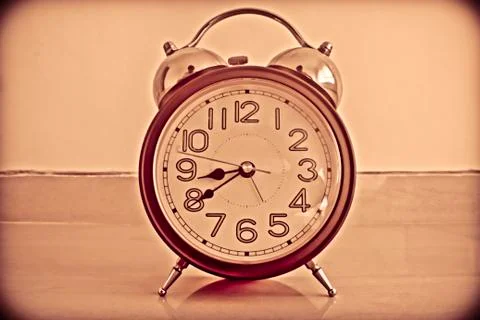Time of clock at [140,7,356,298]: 8:39
